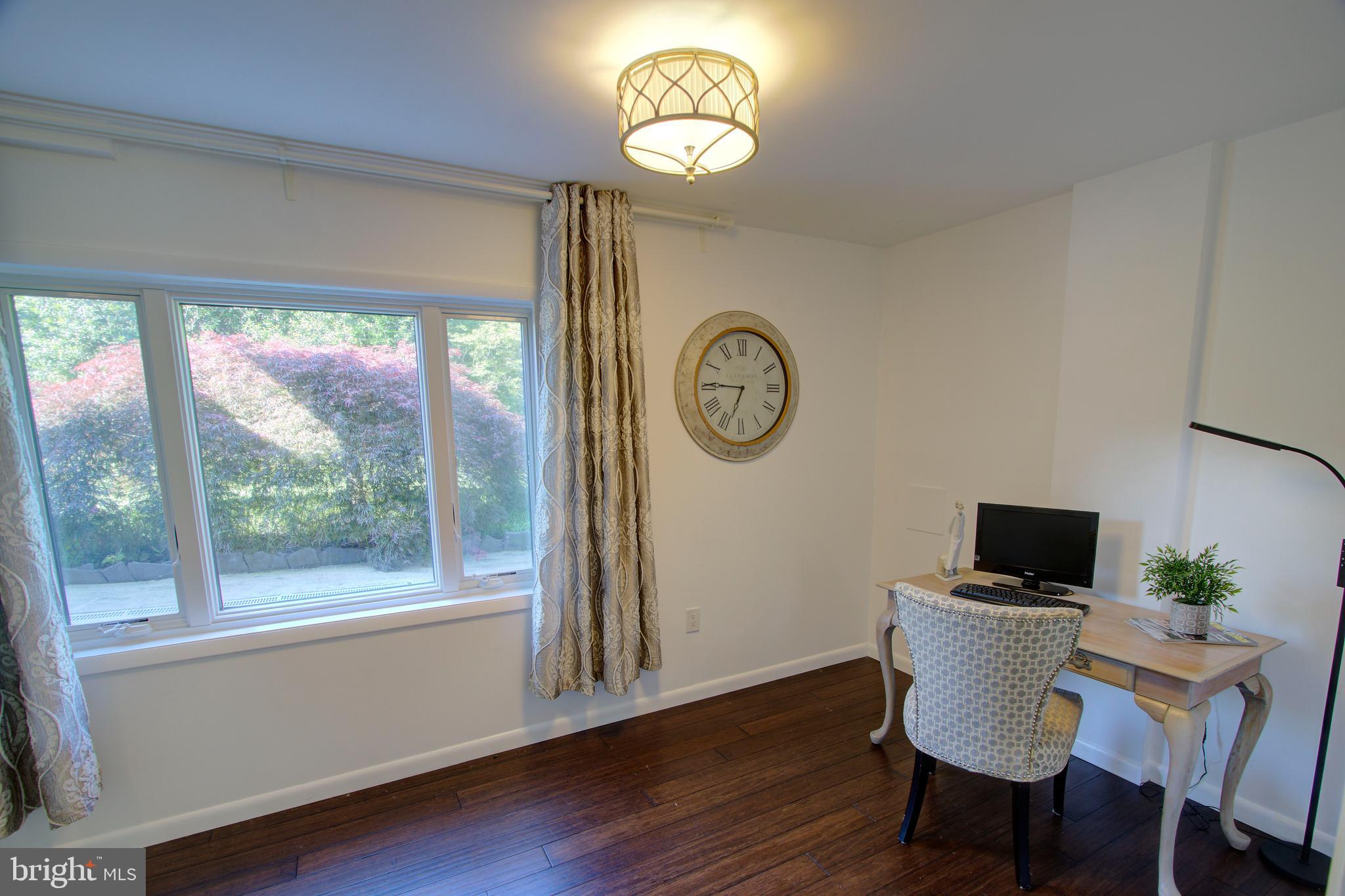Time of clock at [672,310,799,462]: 6:45
